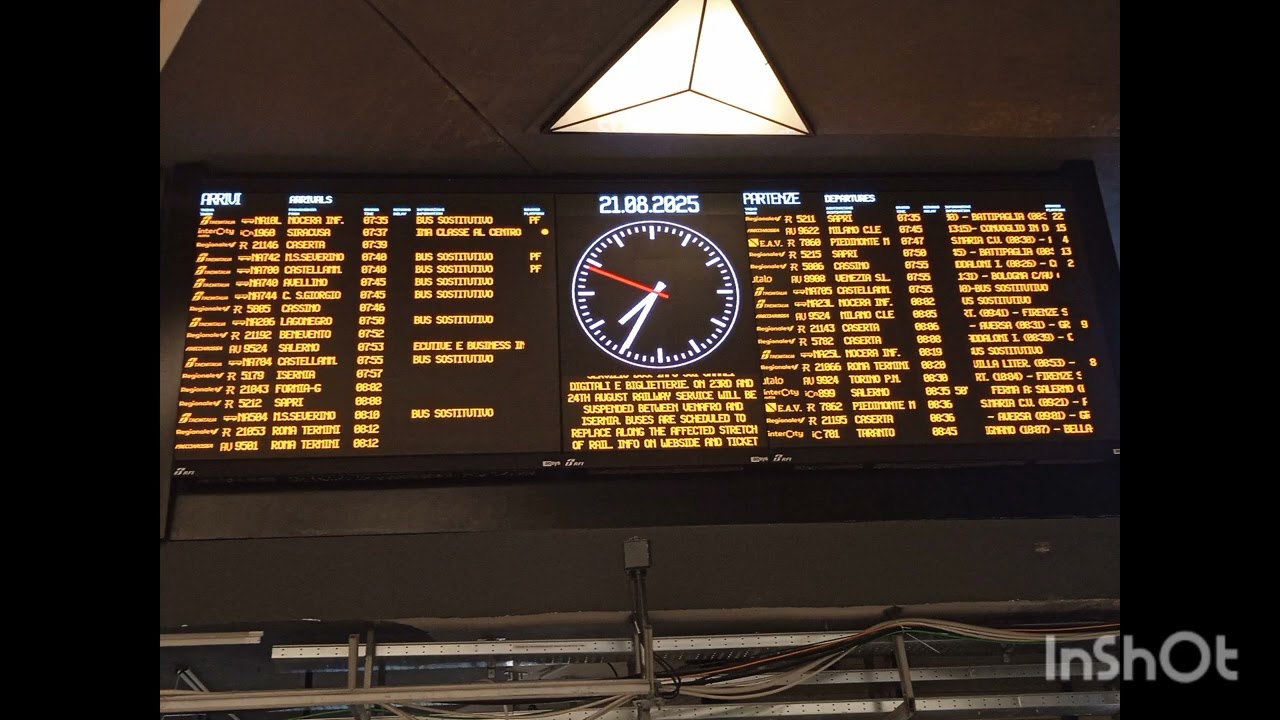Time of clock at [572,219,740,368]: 7:34
